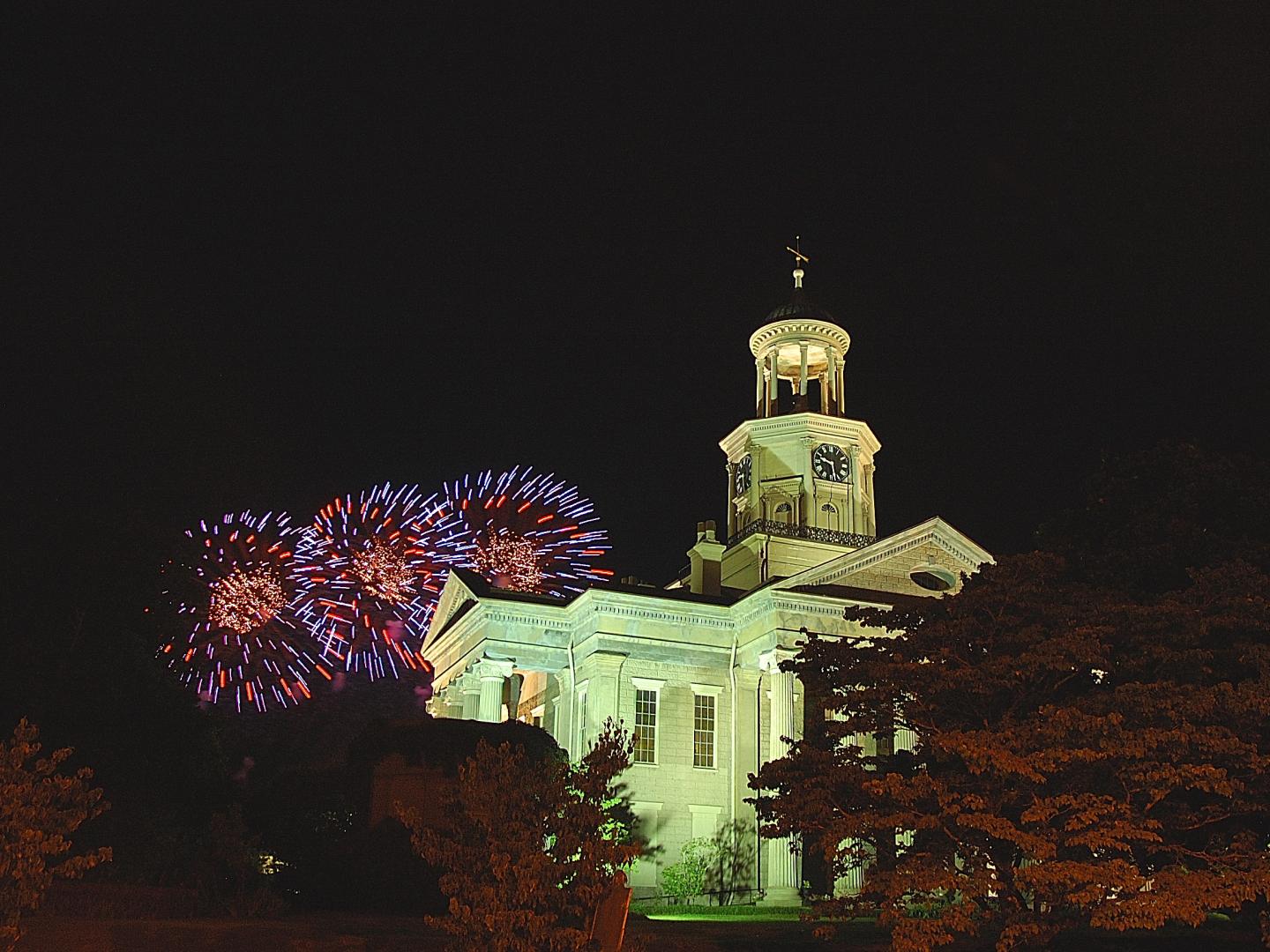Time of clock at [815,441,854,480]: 9:28
